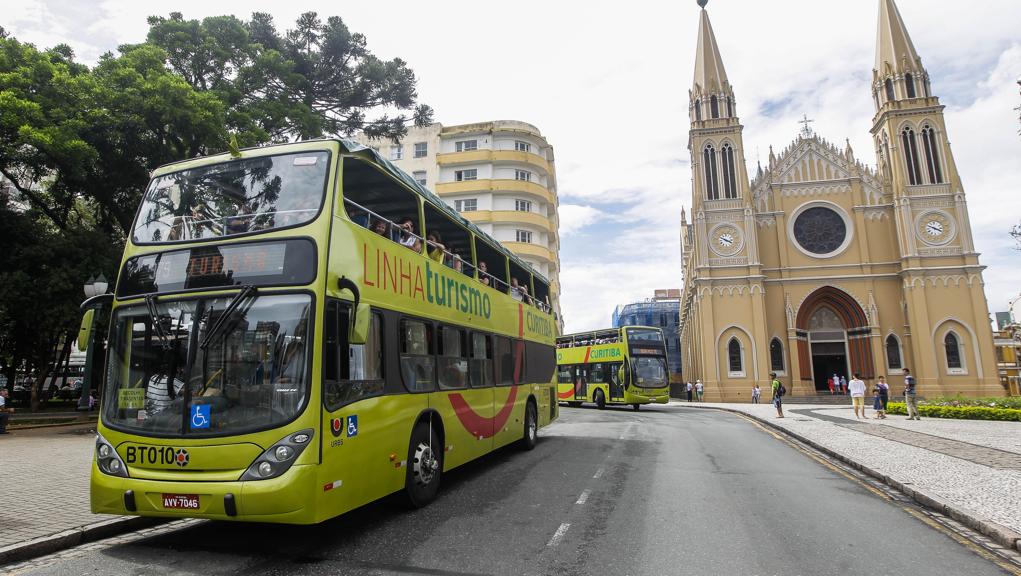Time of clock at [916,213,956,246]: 3:48
